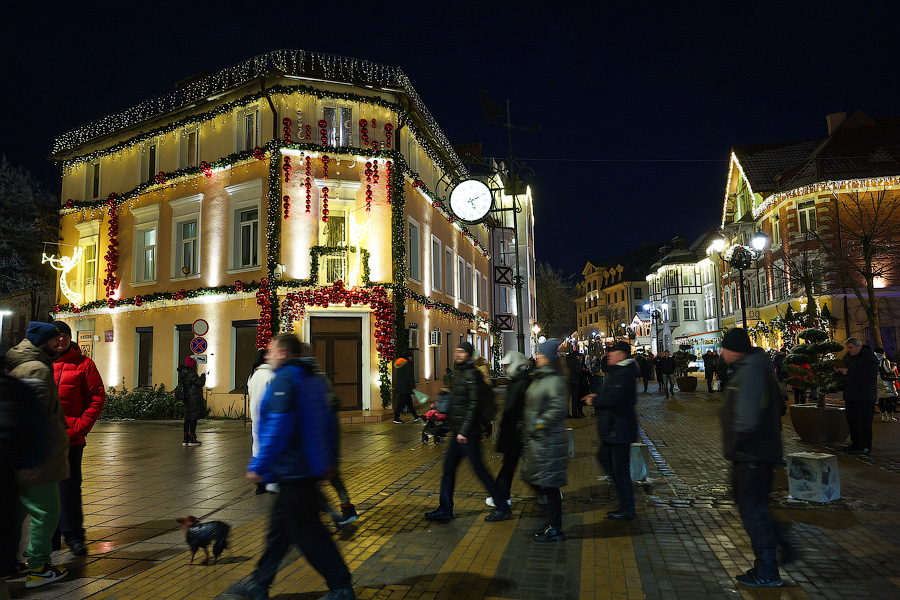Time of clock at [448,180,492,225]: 5:11
